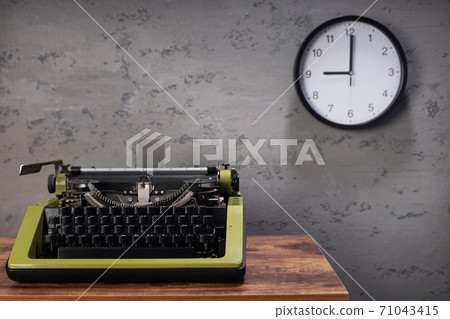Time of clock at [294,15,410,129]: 9:00
